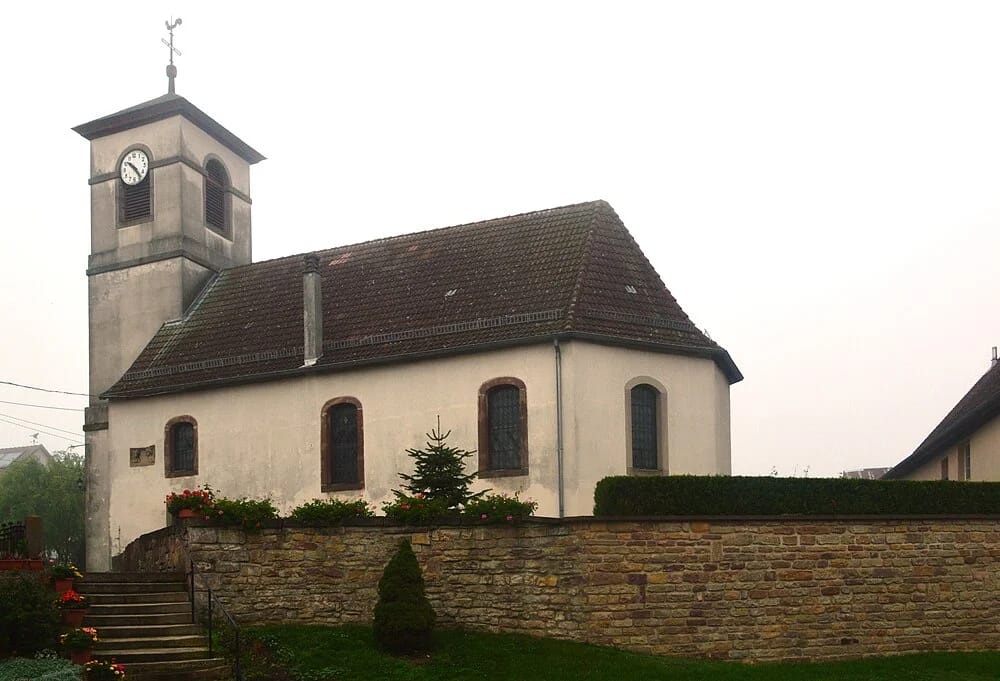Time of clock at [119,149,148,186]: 10:24
